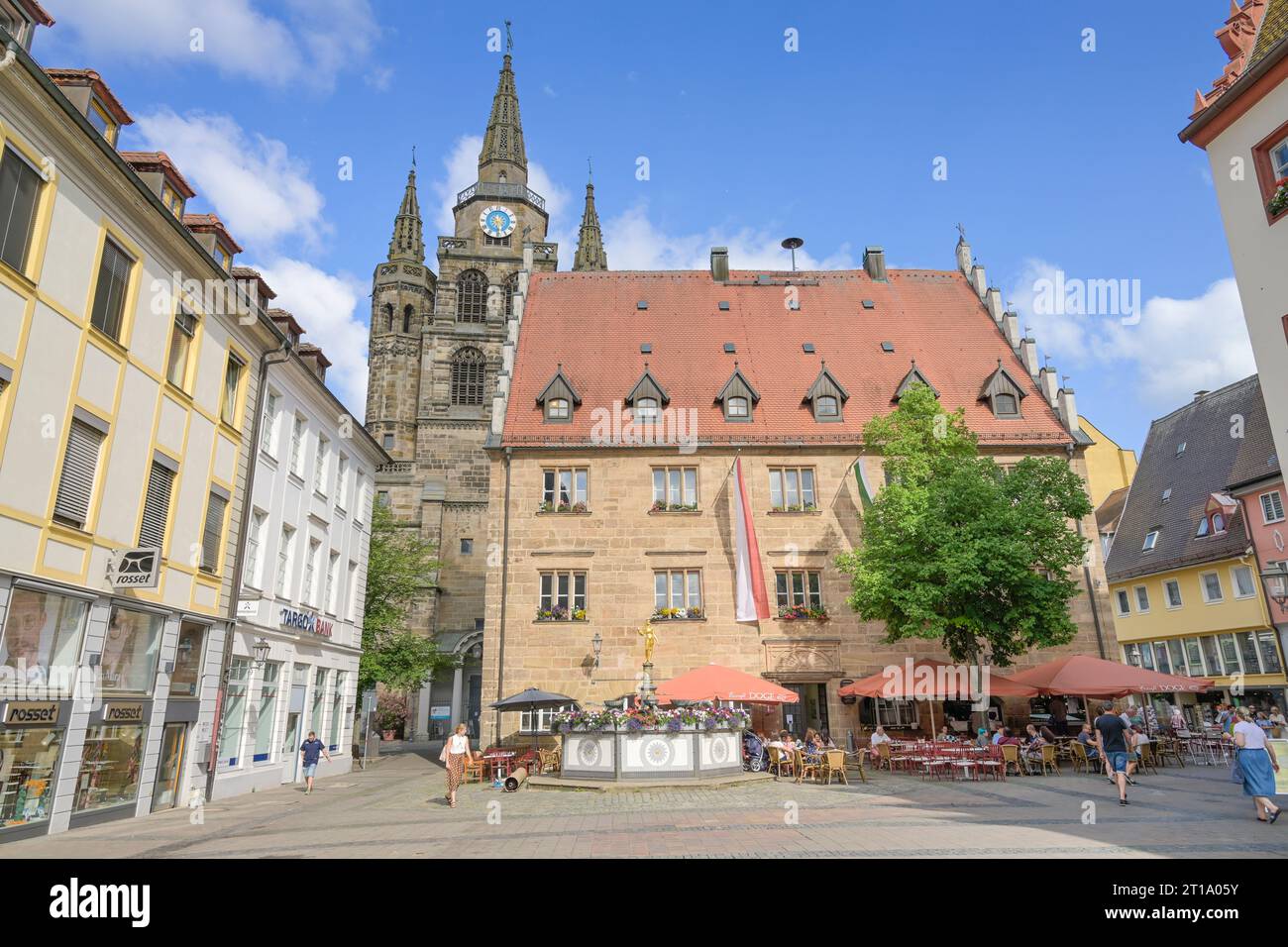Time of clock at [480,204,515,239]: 10:30
